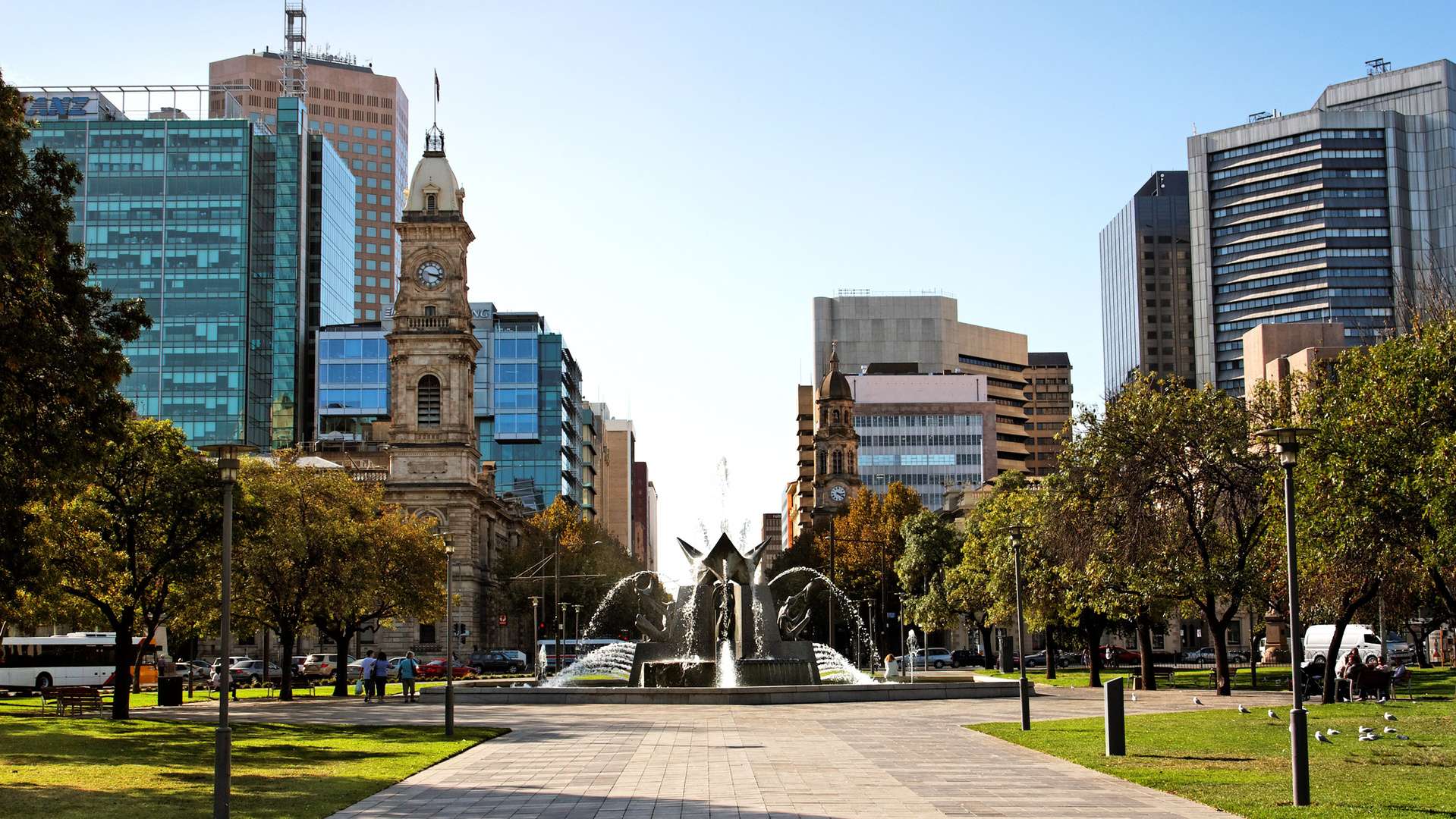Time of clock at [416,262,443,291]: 3:18
